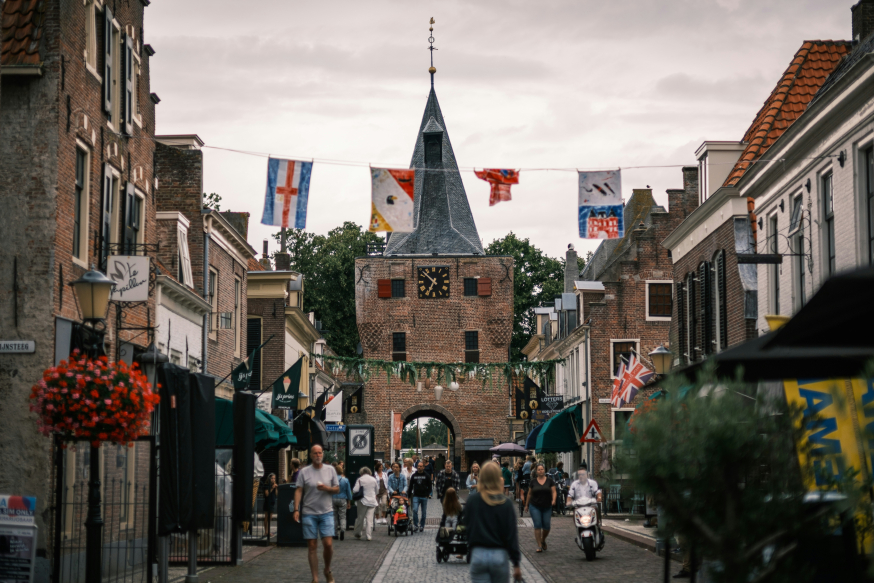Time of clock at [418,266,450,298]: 6:52
